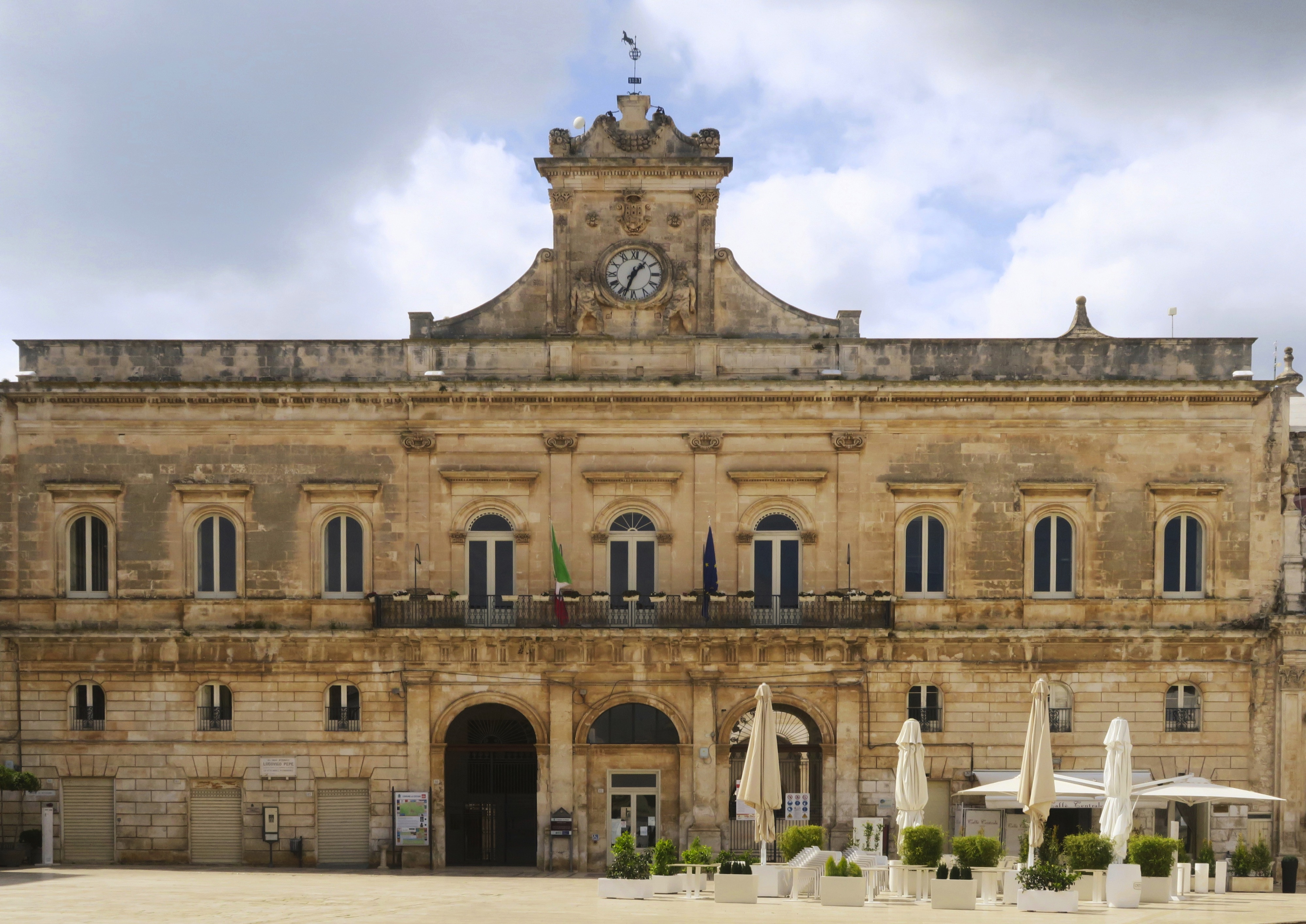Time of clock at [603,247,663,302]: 1:33
